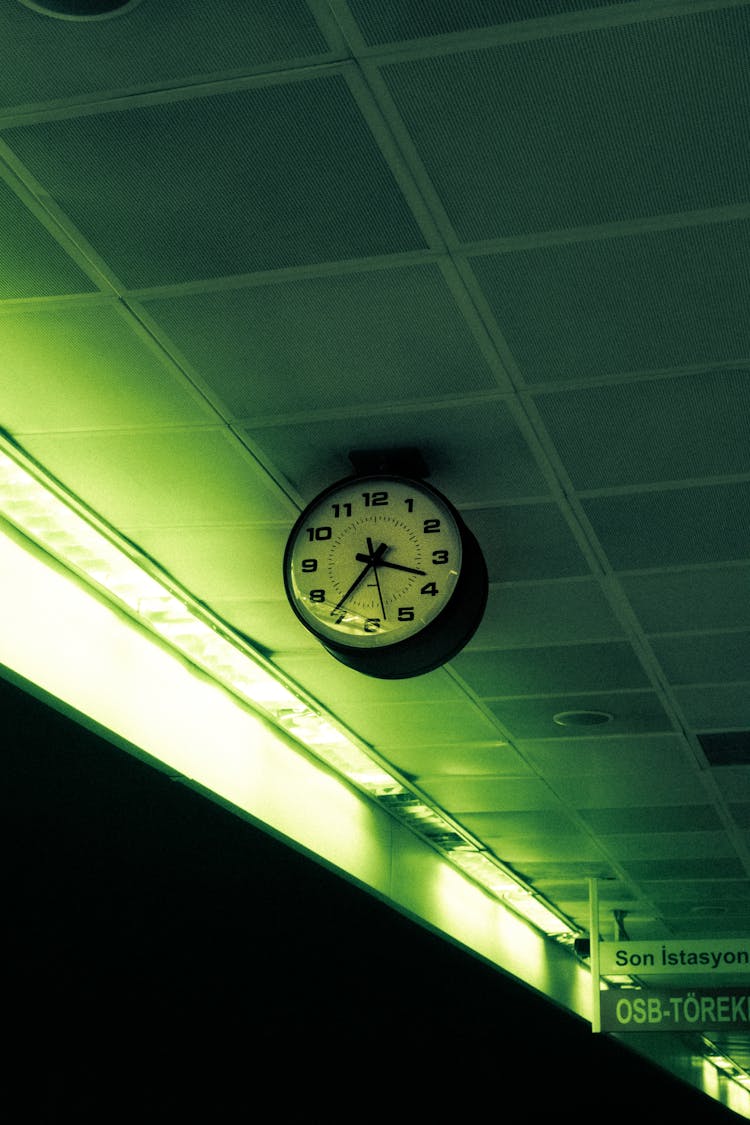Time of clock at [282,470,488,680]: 3:36
